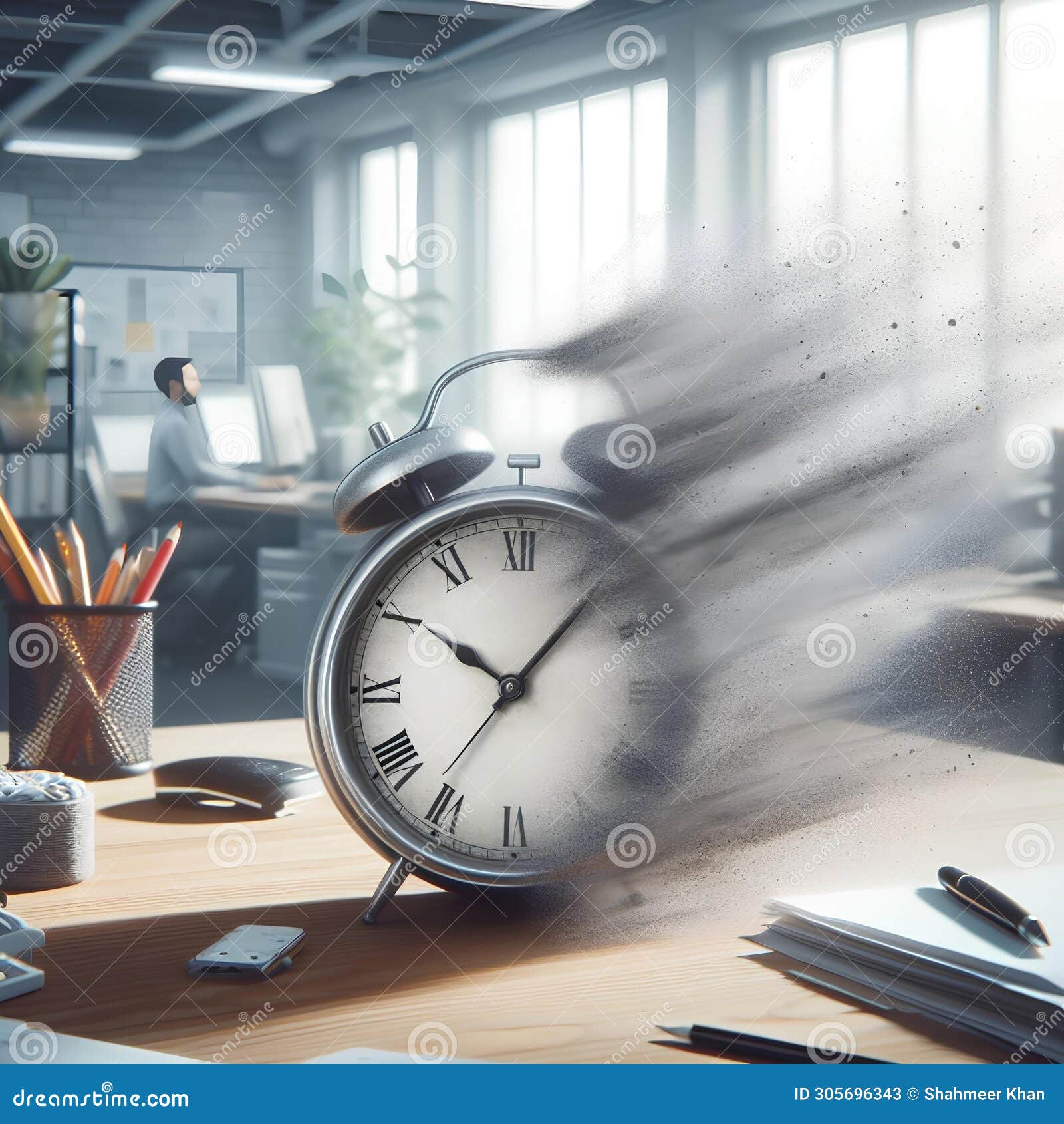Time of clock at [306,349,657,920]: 10:07
